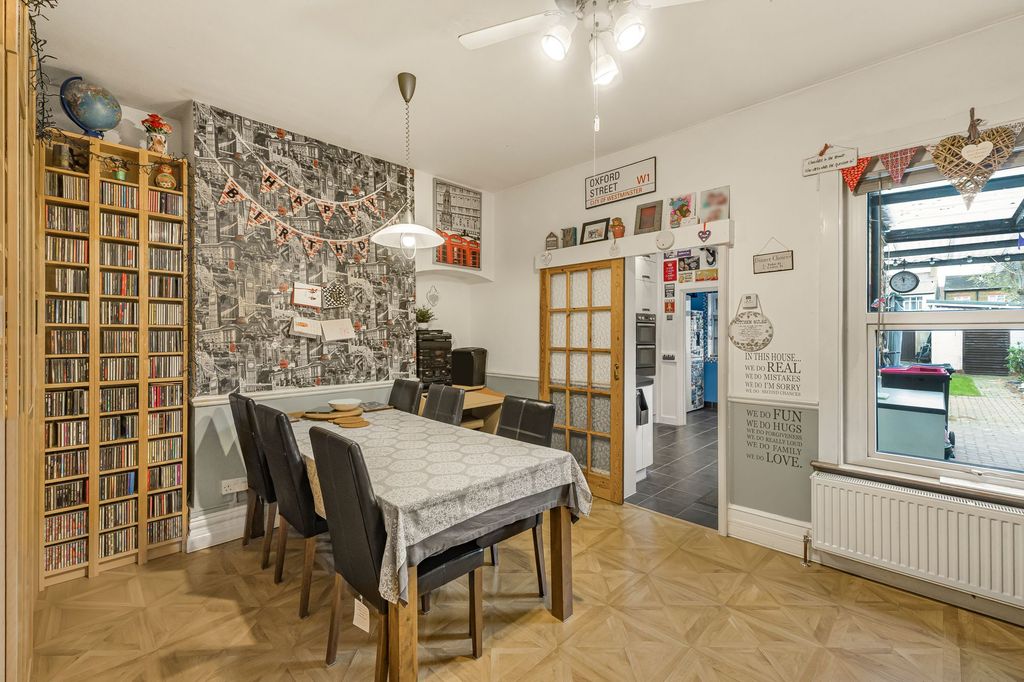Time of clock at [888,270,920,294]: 11:57
